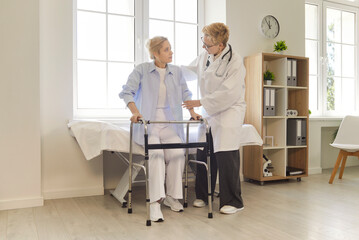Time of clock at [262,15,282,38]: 11:53
